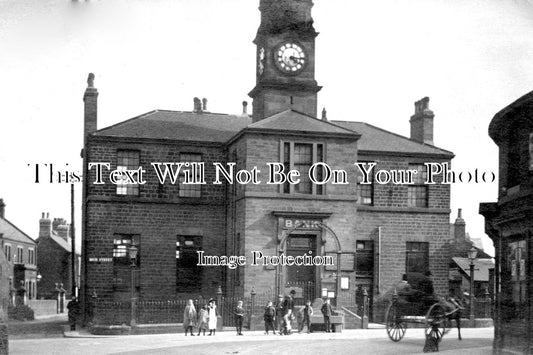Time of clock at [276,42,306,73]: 4:15
